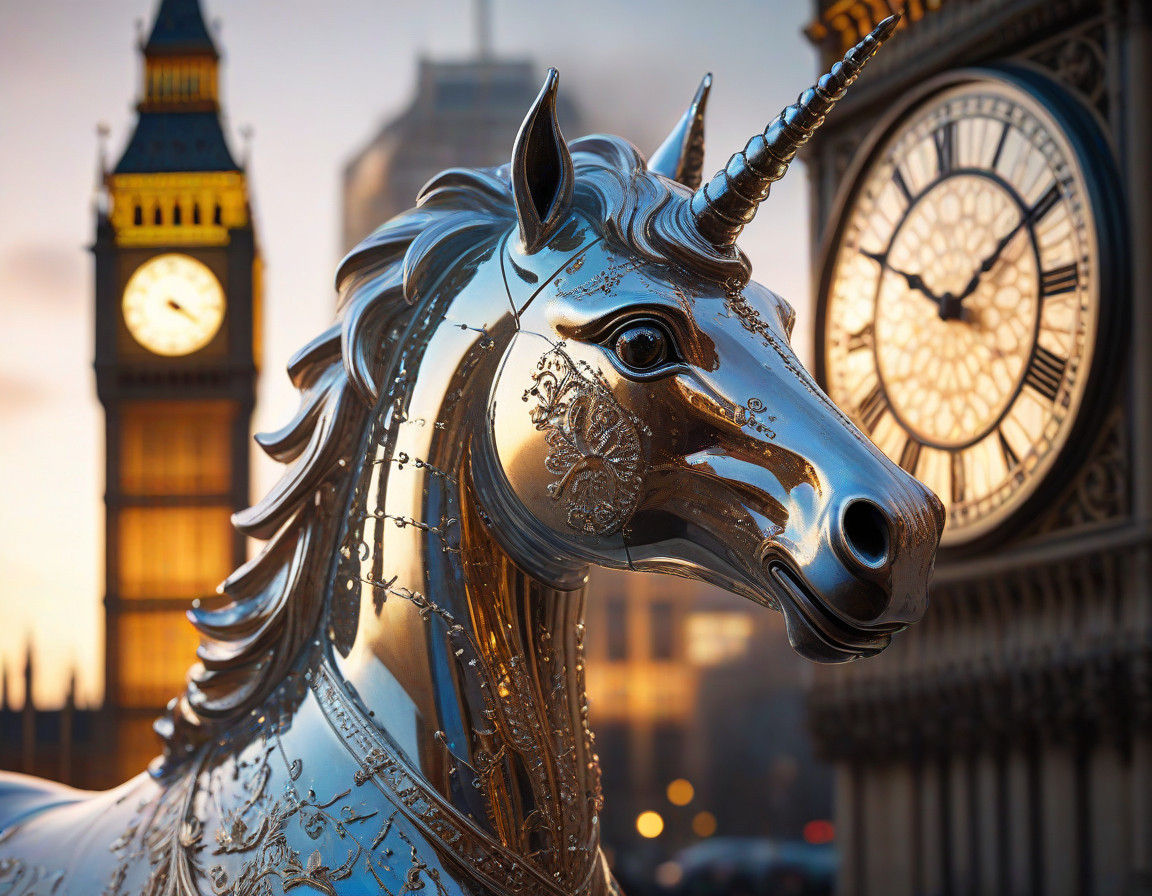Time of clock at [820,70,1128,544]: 10:09
